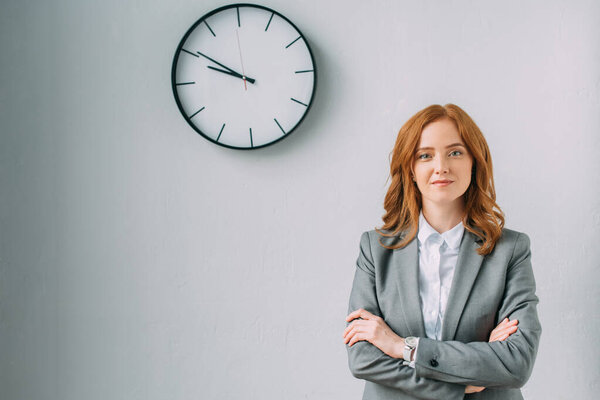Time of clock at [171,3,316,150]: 9:50
